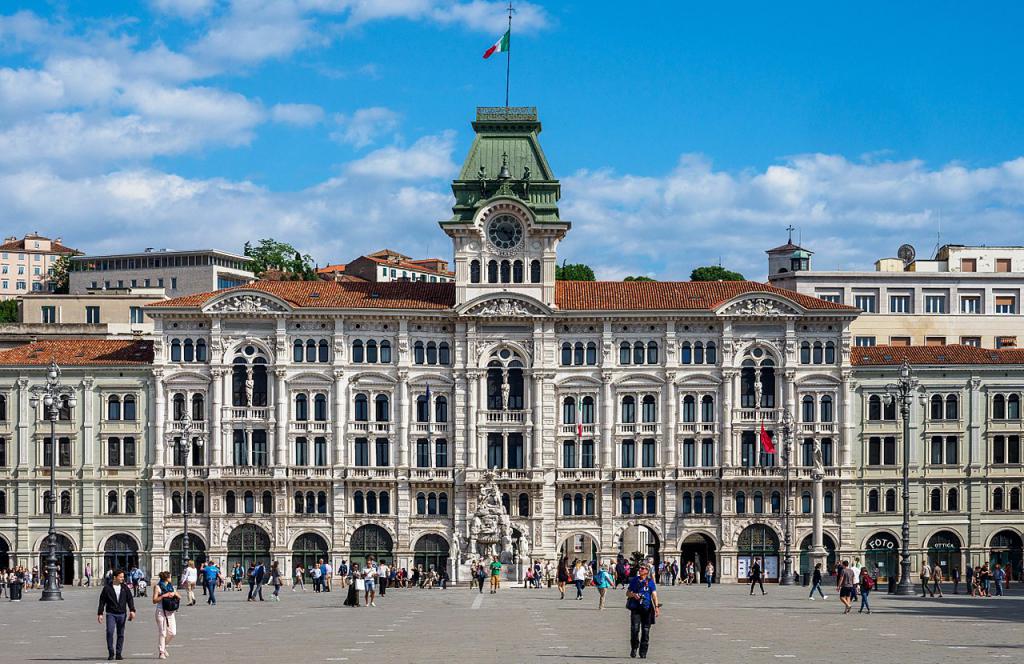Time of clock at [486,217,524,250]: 3:23
